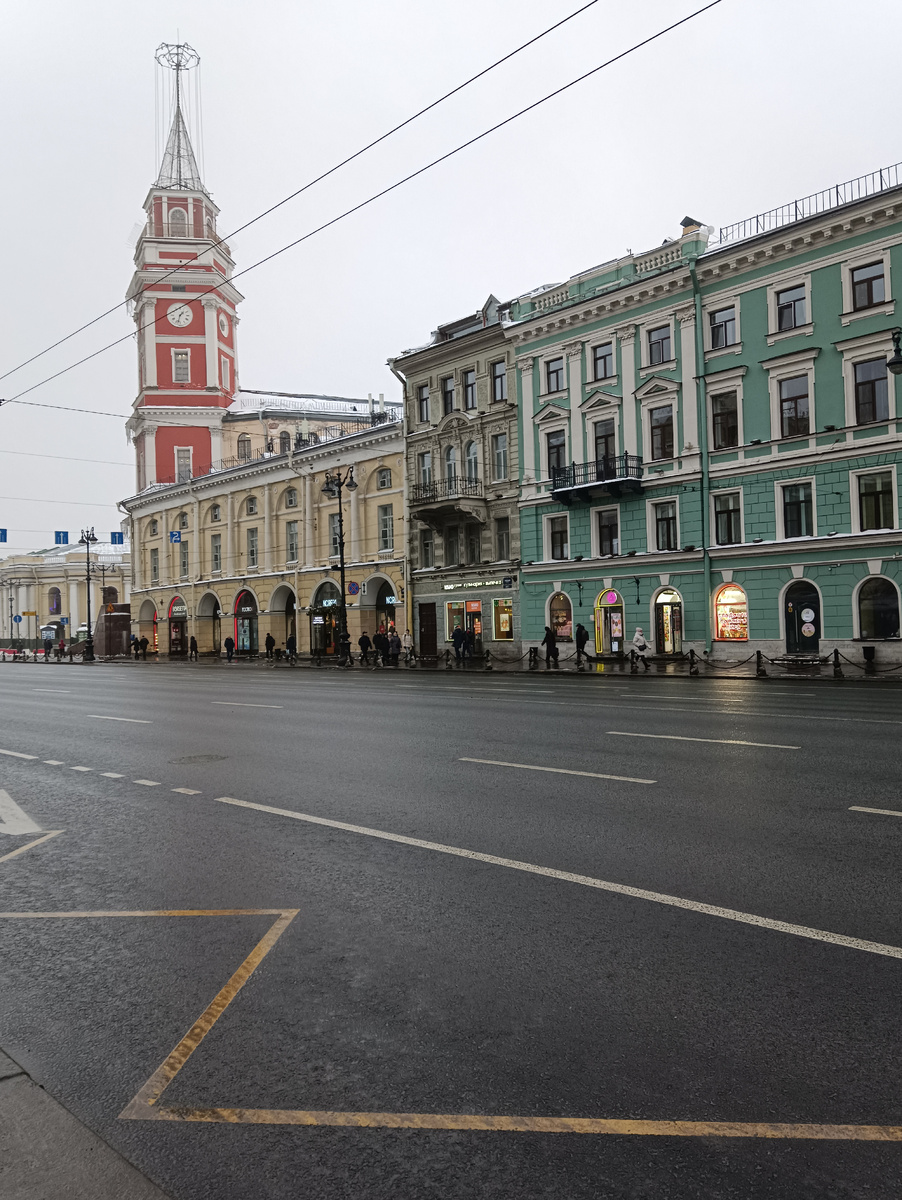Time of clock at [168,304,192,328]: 1:32
